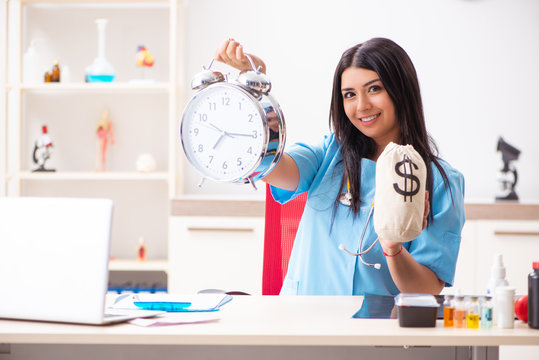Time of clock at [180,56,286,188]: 7:15
